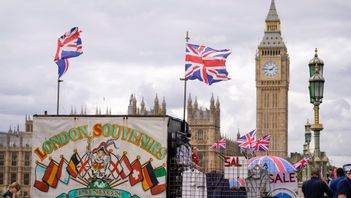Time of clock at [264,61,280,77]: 1:46
